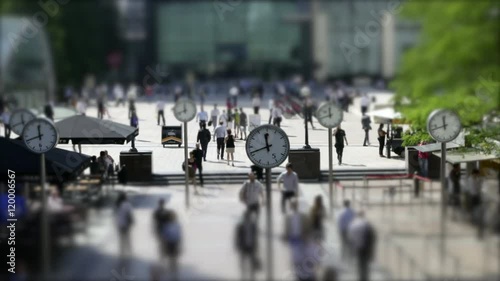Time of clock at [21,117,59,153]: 11:41
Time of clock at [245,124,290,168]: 11:41
